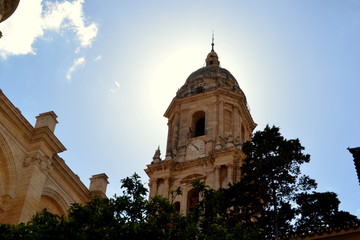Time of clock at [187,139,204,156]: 4:52
